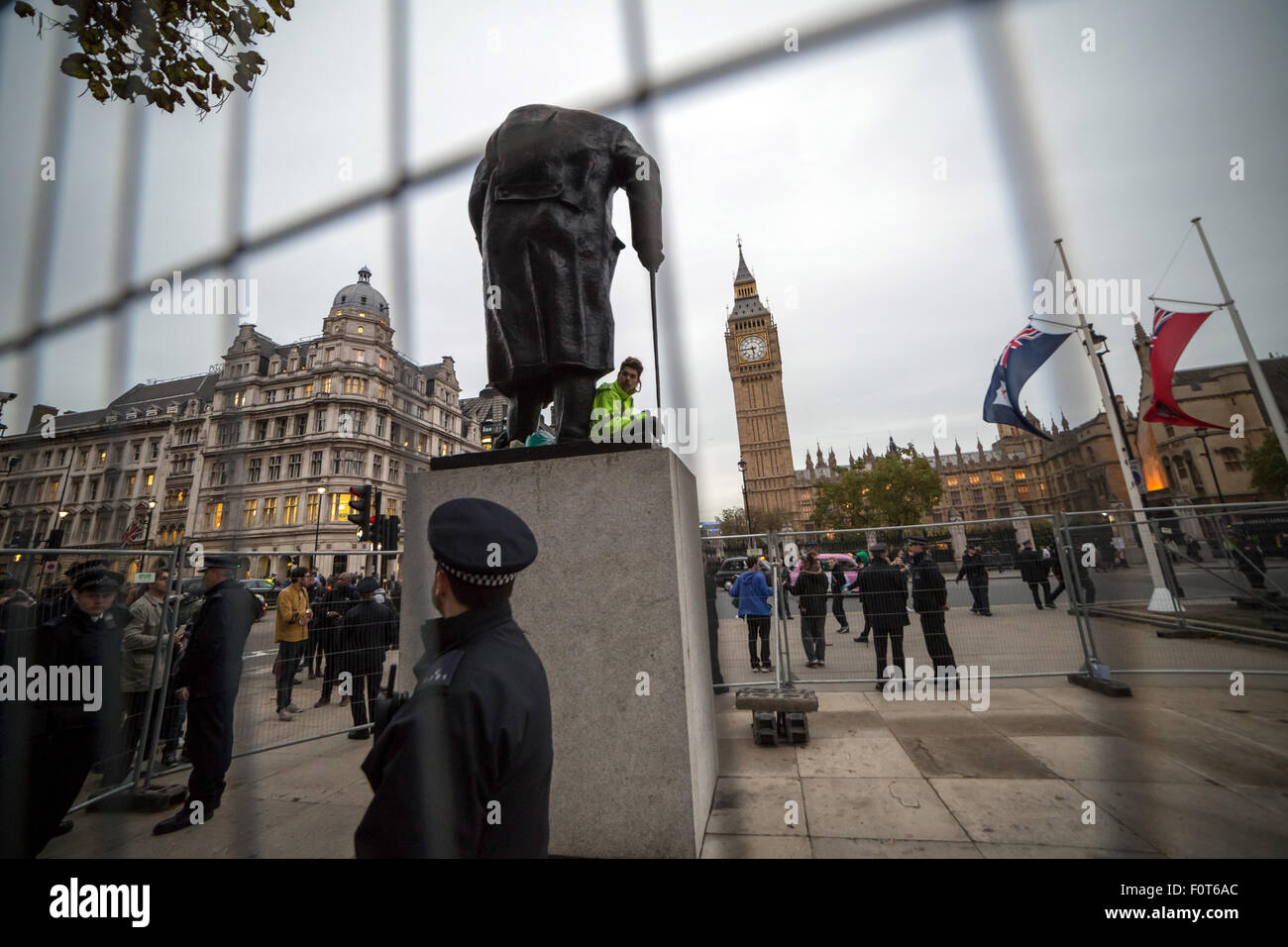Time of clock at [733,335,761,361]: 5:44
